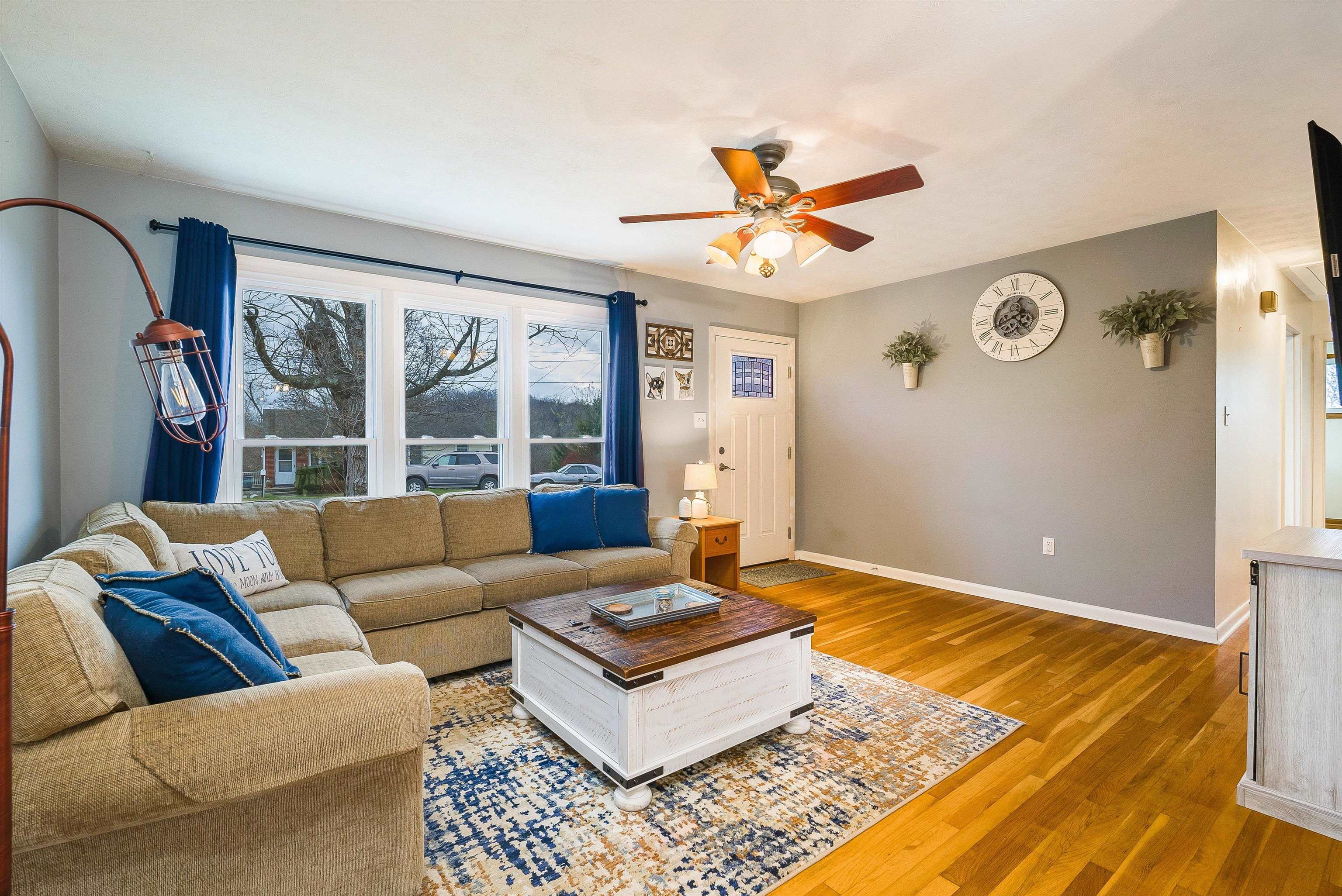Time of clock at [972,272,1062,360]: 12:41
